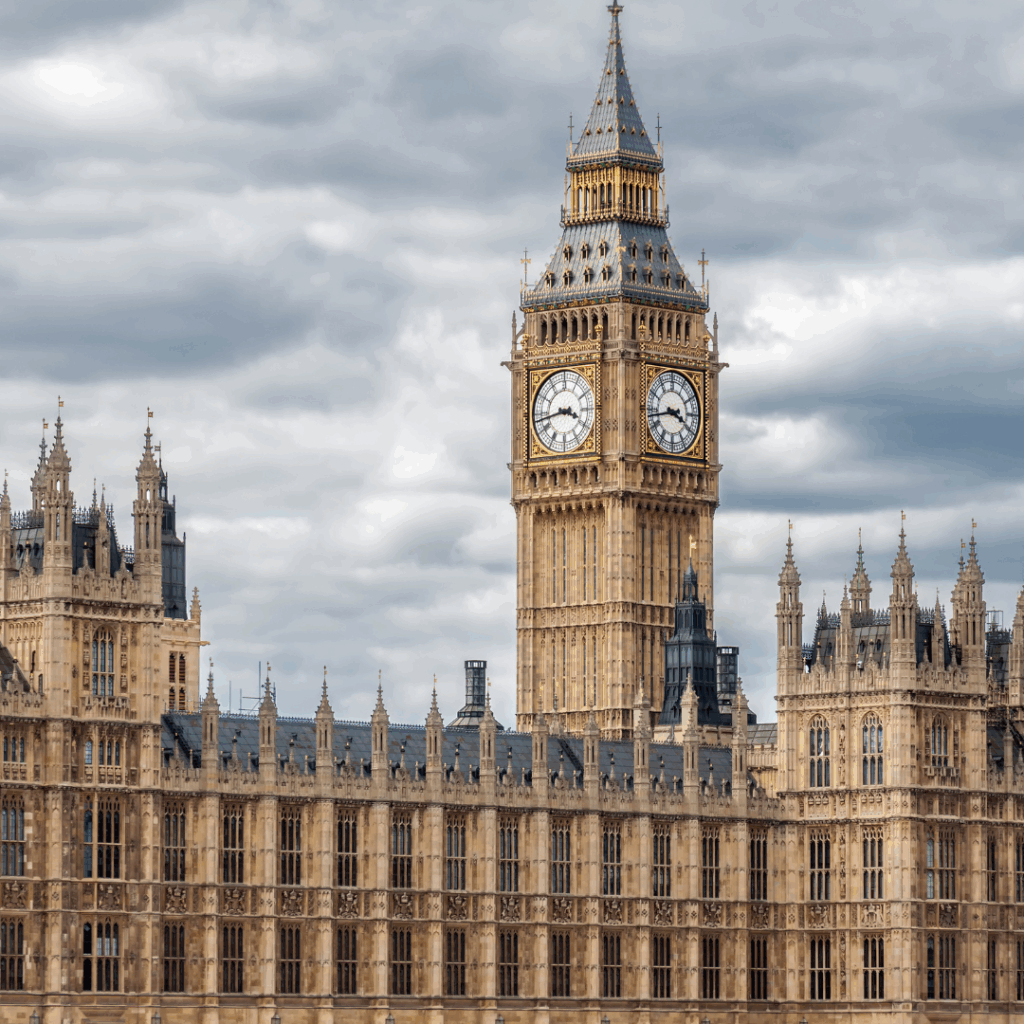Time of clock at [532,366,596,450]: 3:43
